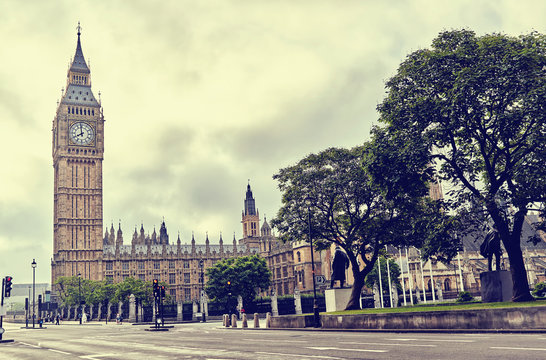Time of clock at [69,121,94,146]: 7:58
